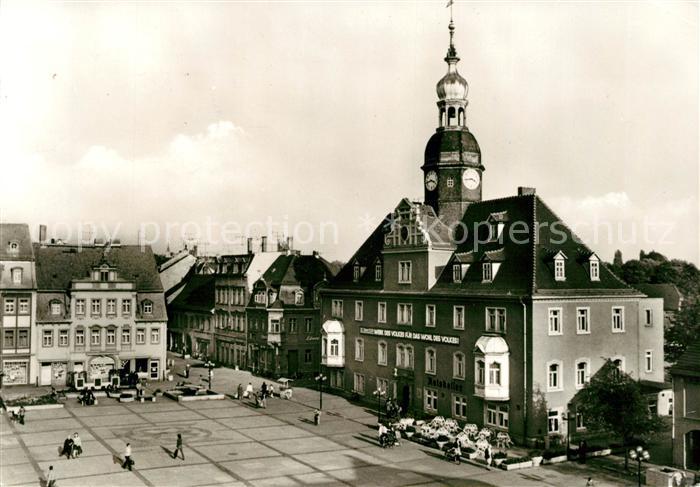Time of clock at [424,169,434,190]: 3:42
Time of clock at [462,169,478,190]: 3:43
